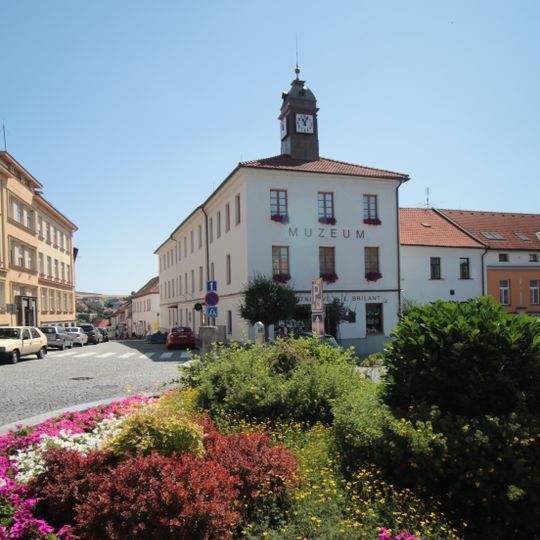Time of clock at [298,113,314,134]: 11:04
